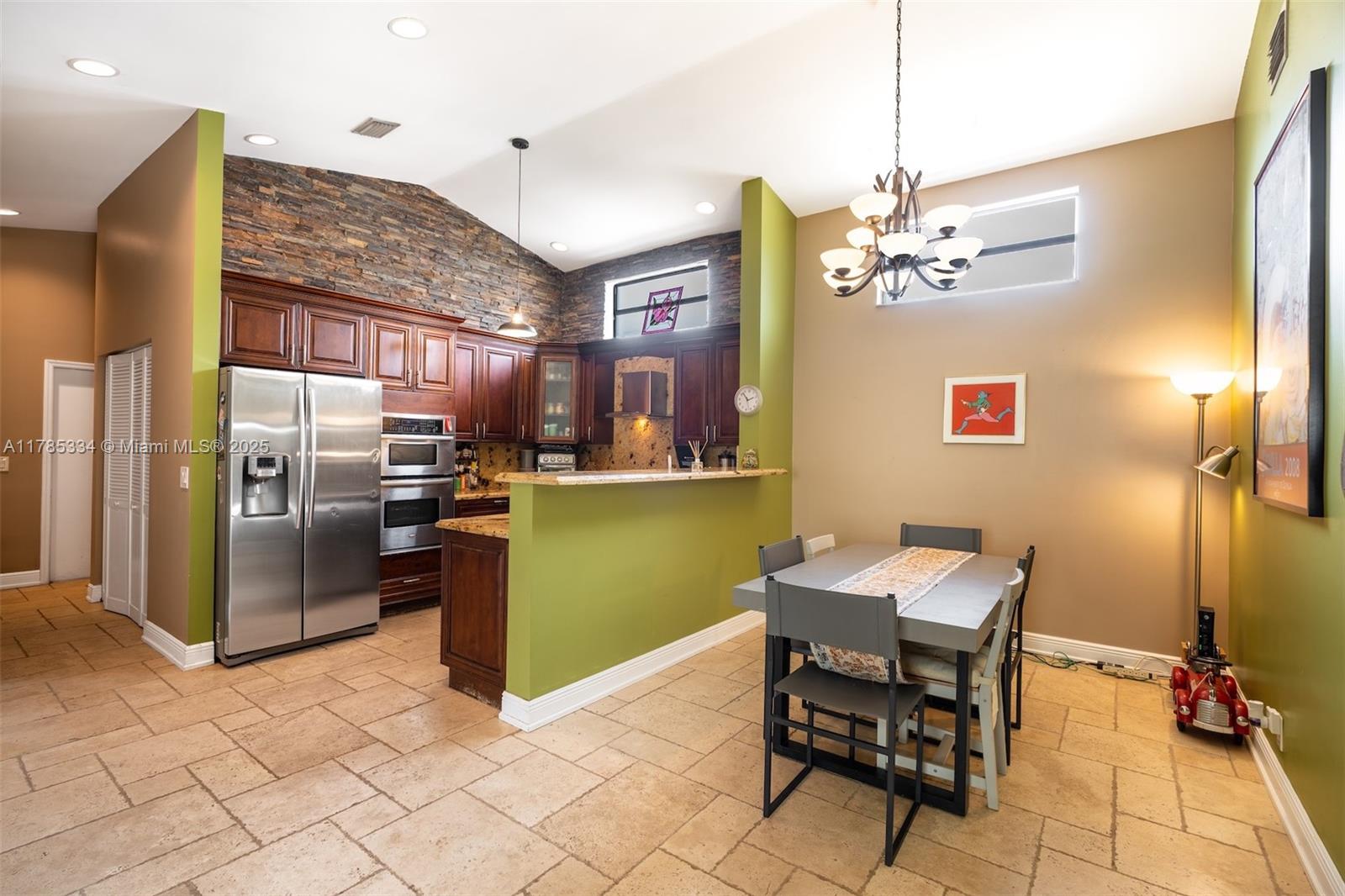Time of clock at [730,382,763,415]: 1:52
